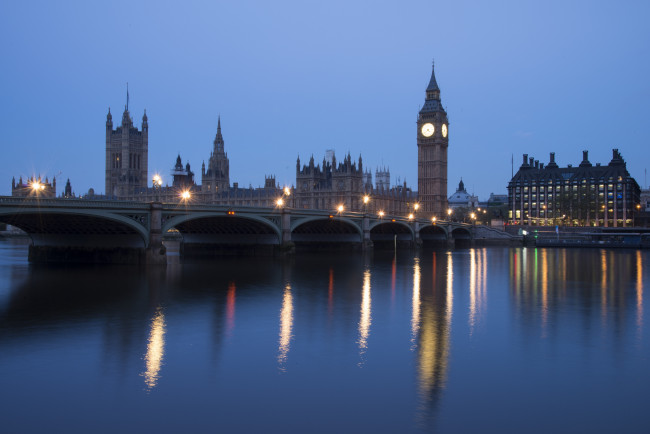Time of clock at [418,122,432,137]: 4:38
